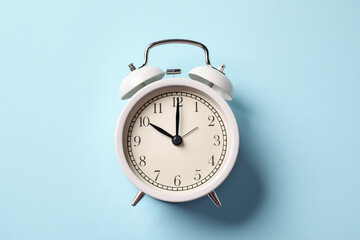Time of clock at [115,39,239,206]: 10:00
